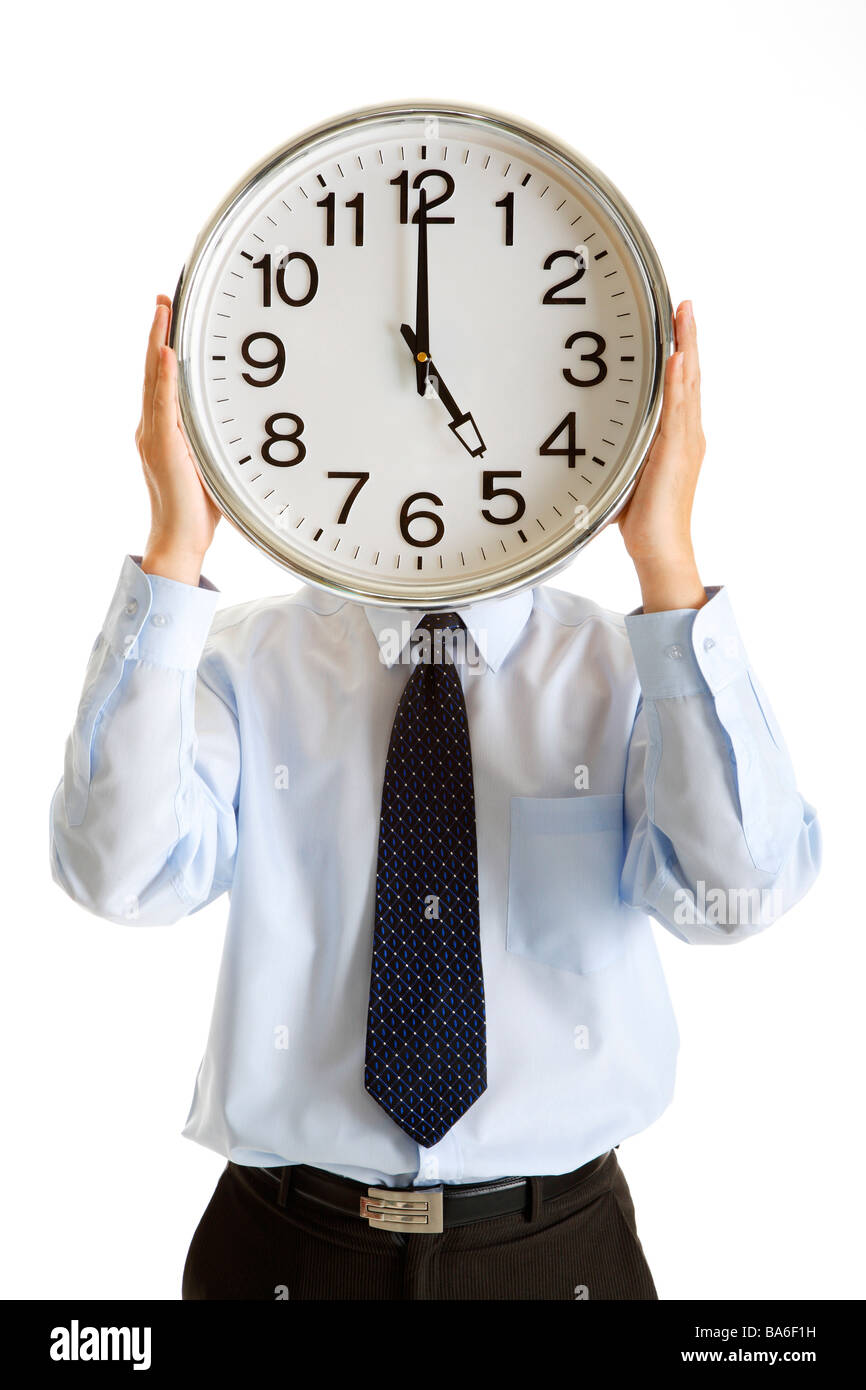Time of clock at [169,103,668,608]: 5:00
